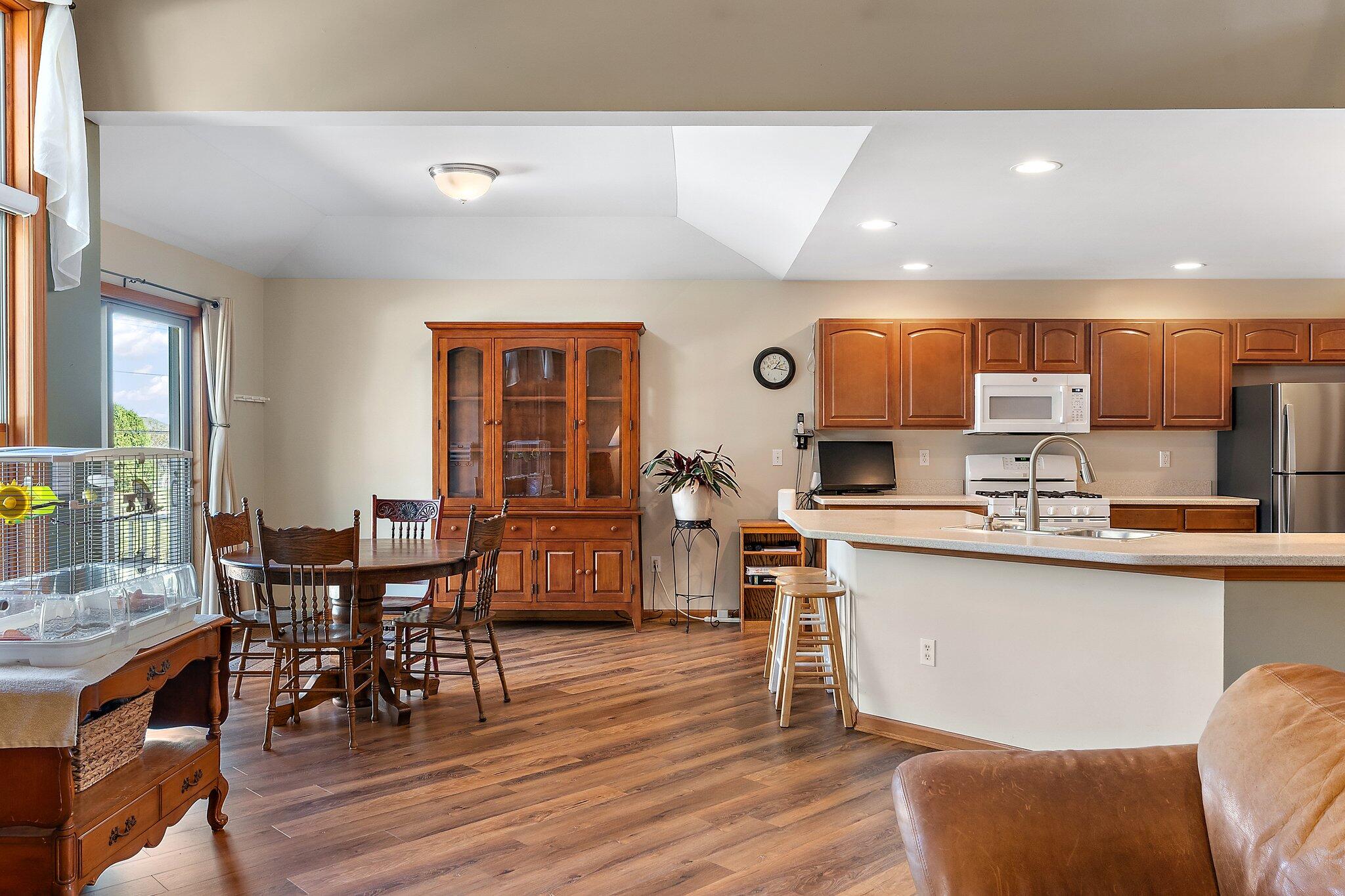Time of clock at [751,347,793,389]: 1:16
